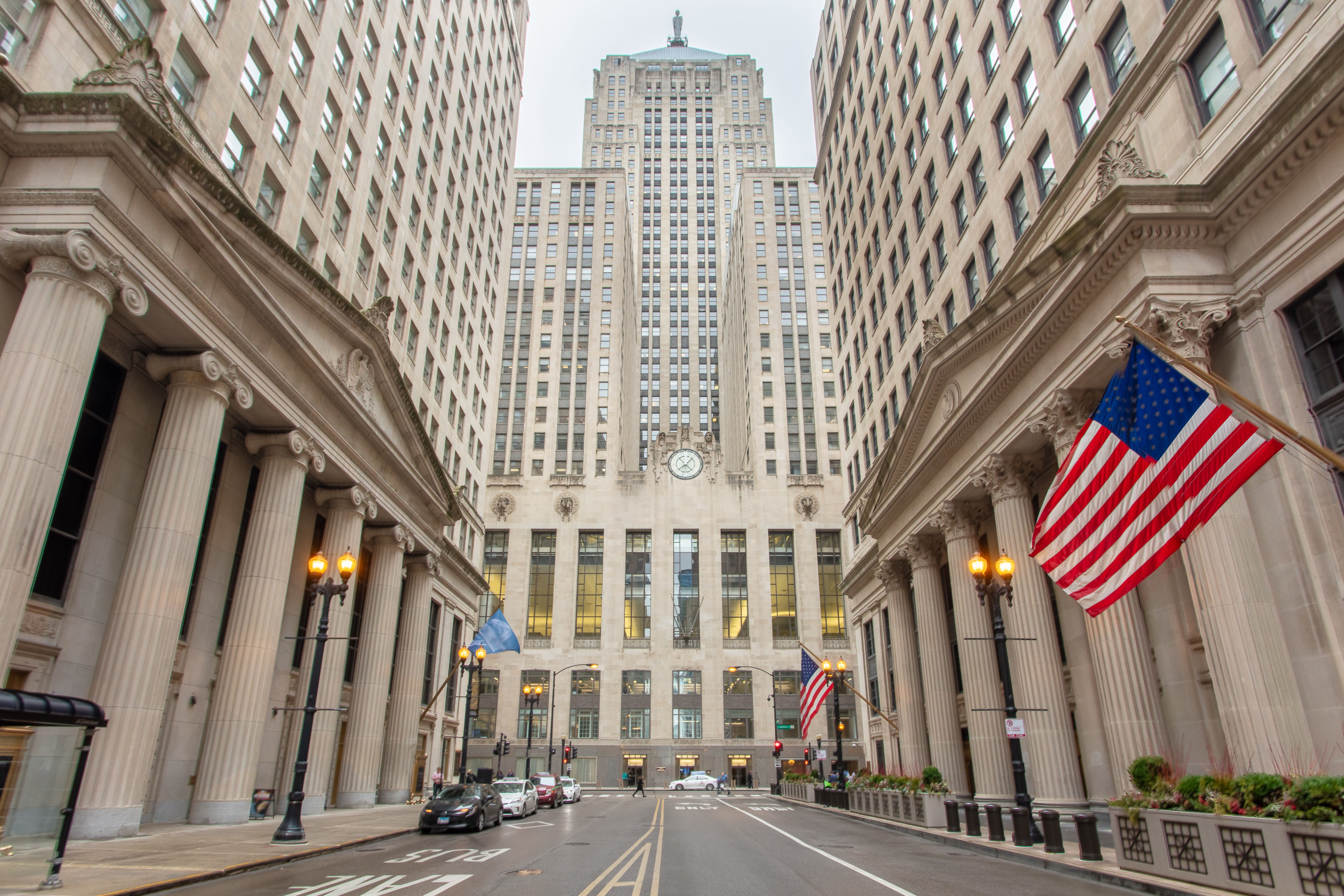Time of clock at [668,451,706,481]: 12:07
